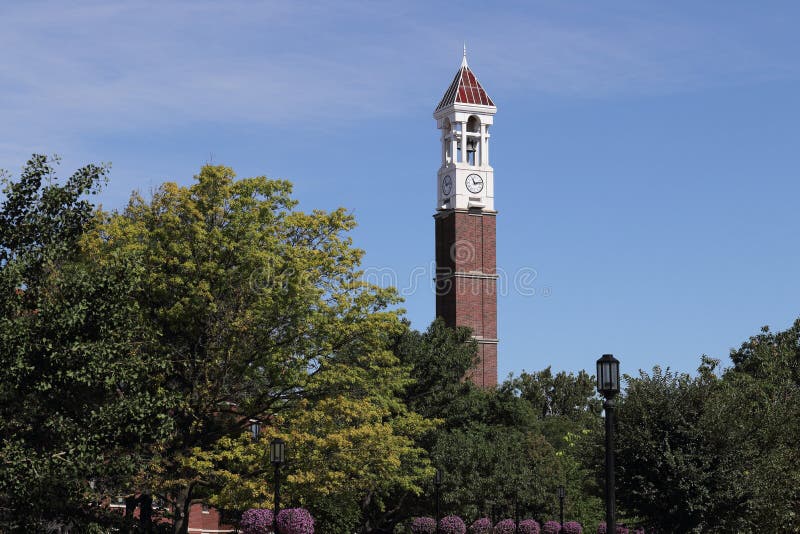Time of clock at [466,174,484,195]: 11:12
